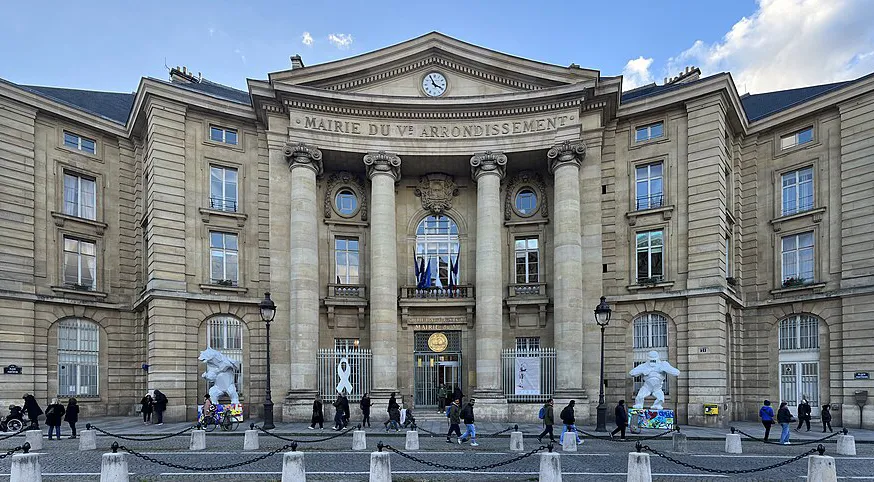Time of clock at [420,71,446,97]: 3:55
